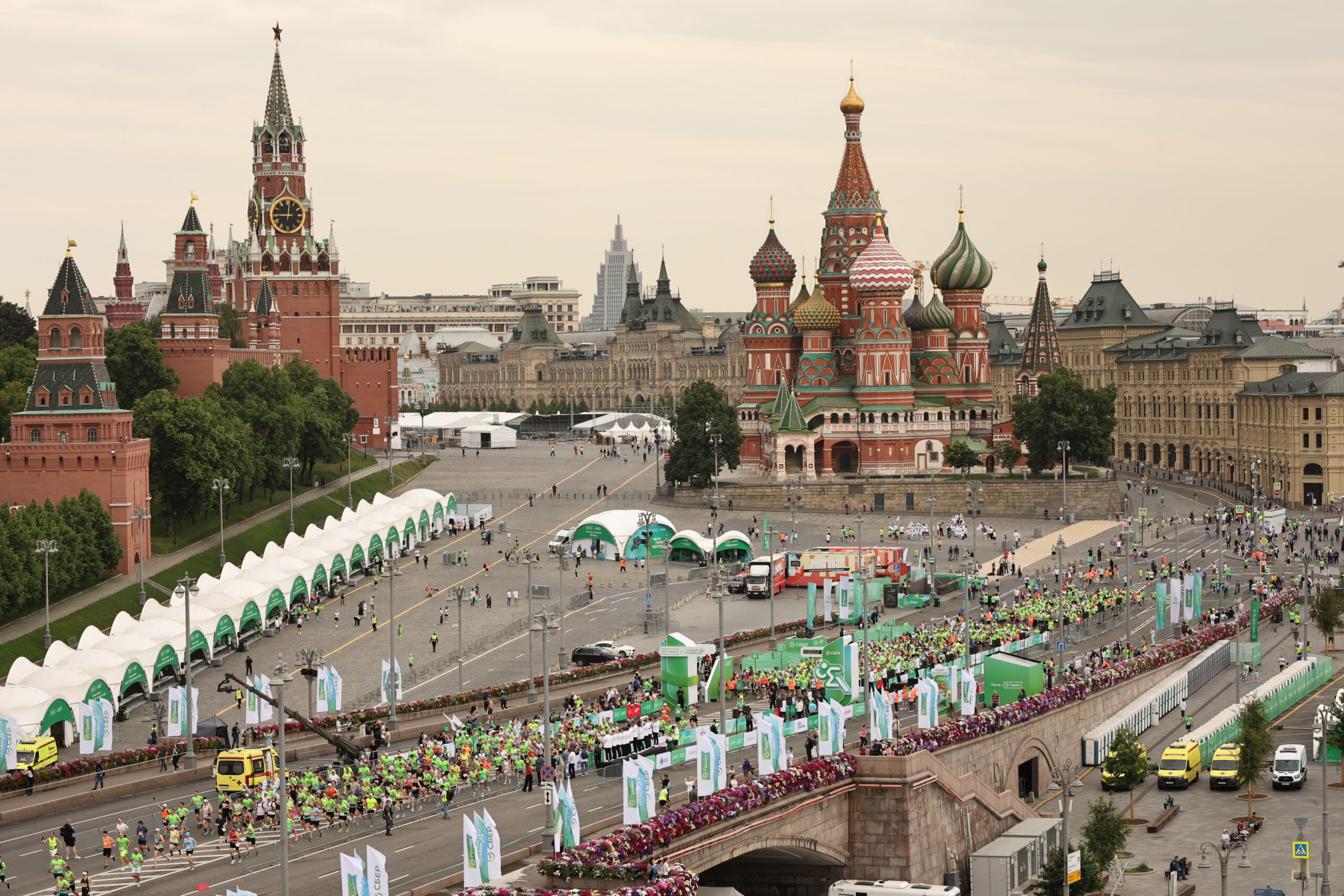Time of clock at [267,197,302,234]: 9:01
